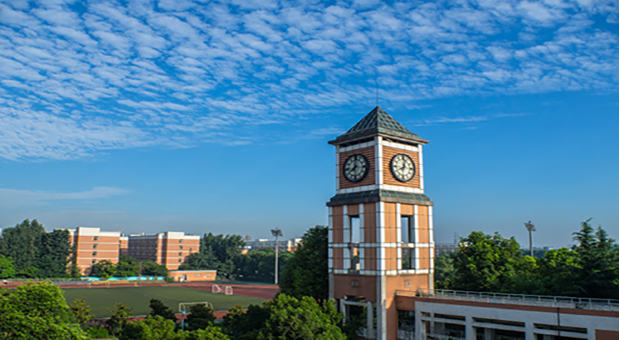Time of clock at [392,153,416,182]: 8:02
